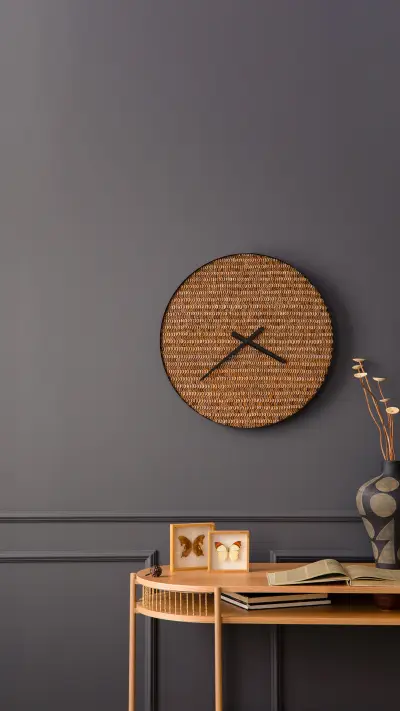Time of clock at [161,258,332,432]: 3:37
